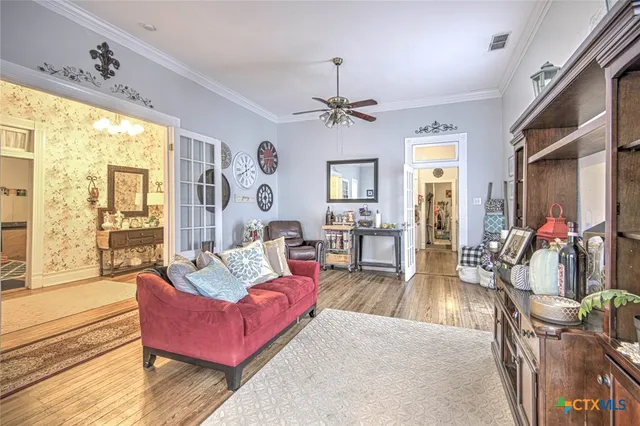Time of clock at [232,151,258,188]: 11:40
